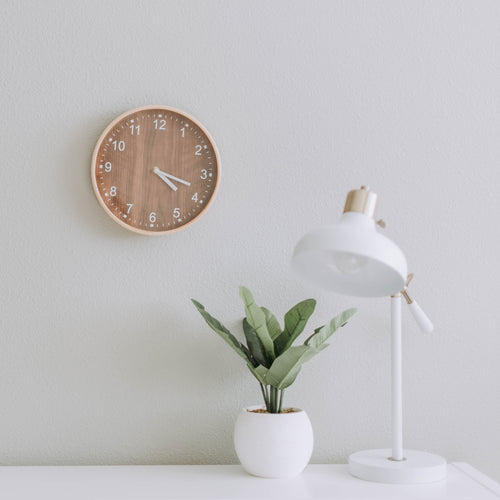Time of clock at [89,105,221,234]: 4:18
